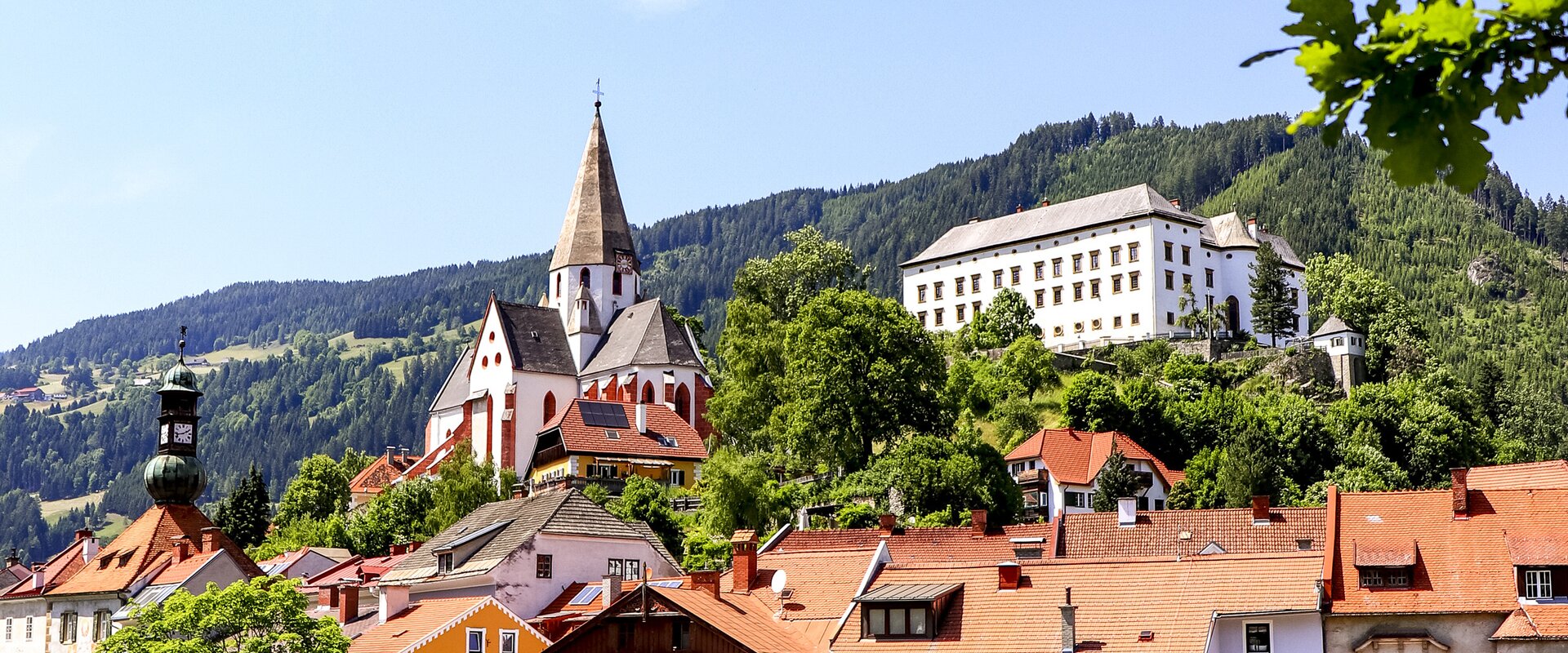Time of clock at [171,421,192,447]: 1:42
